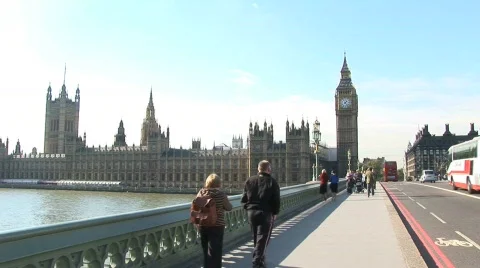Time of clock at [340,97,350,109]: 1:23
